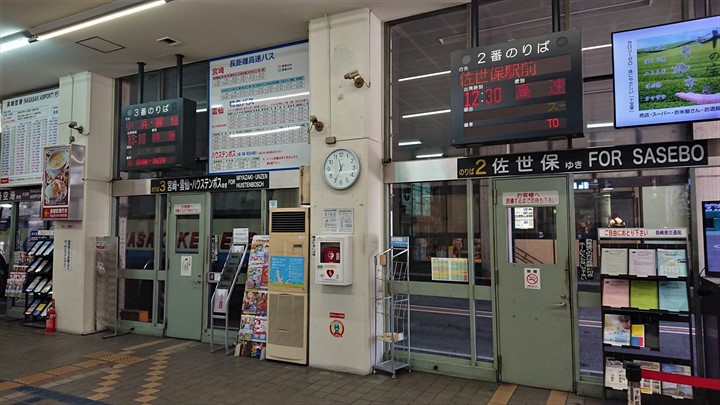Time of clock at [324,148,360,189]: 11:34
